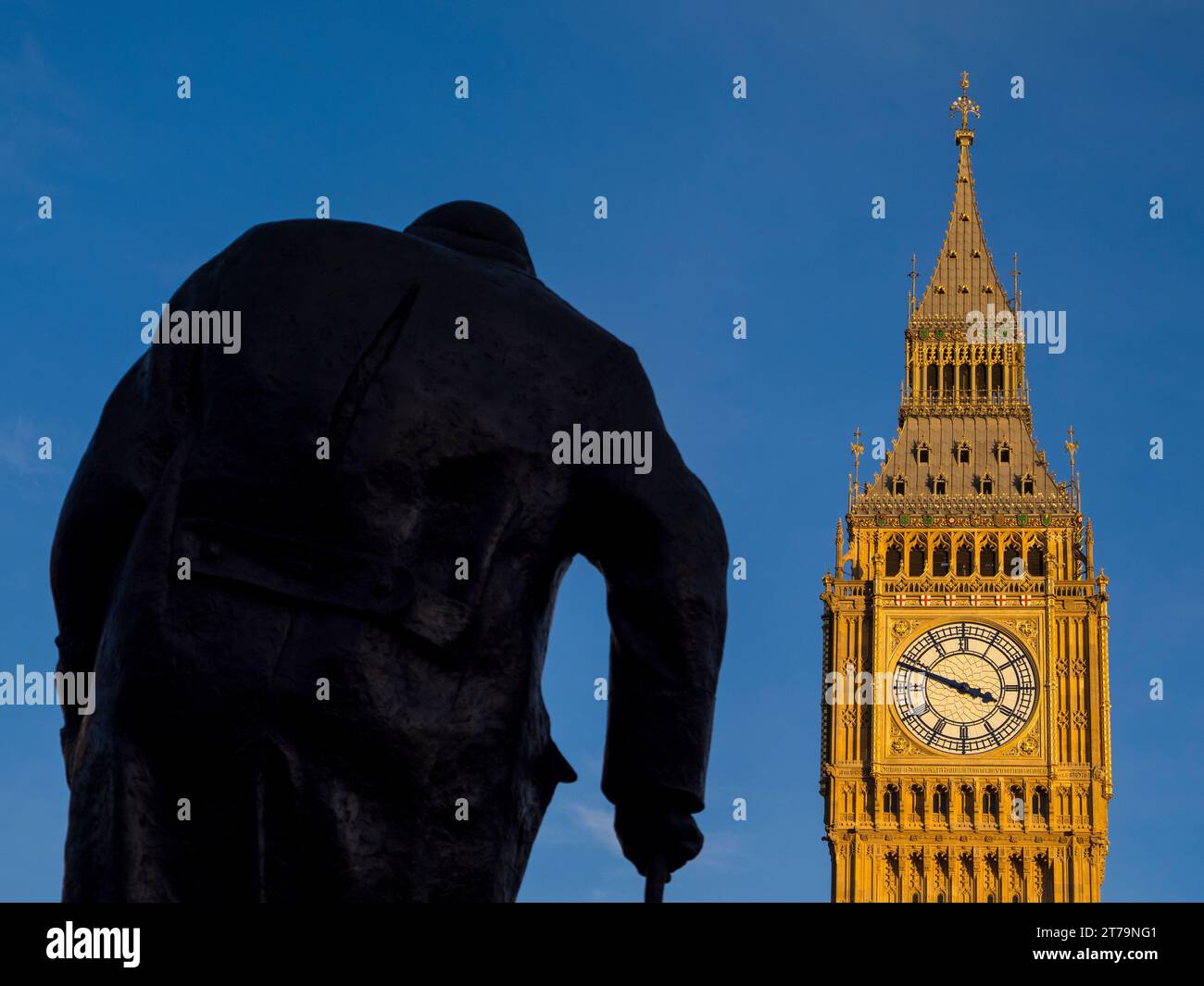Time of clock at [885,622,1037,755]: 3:48
